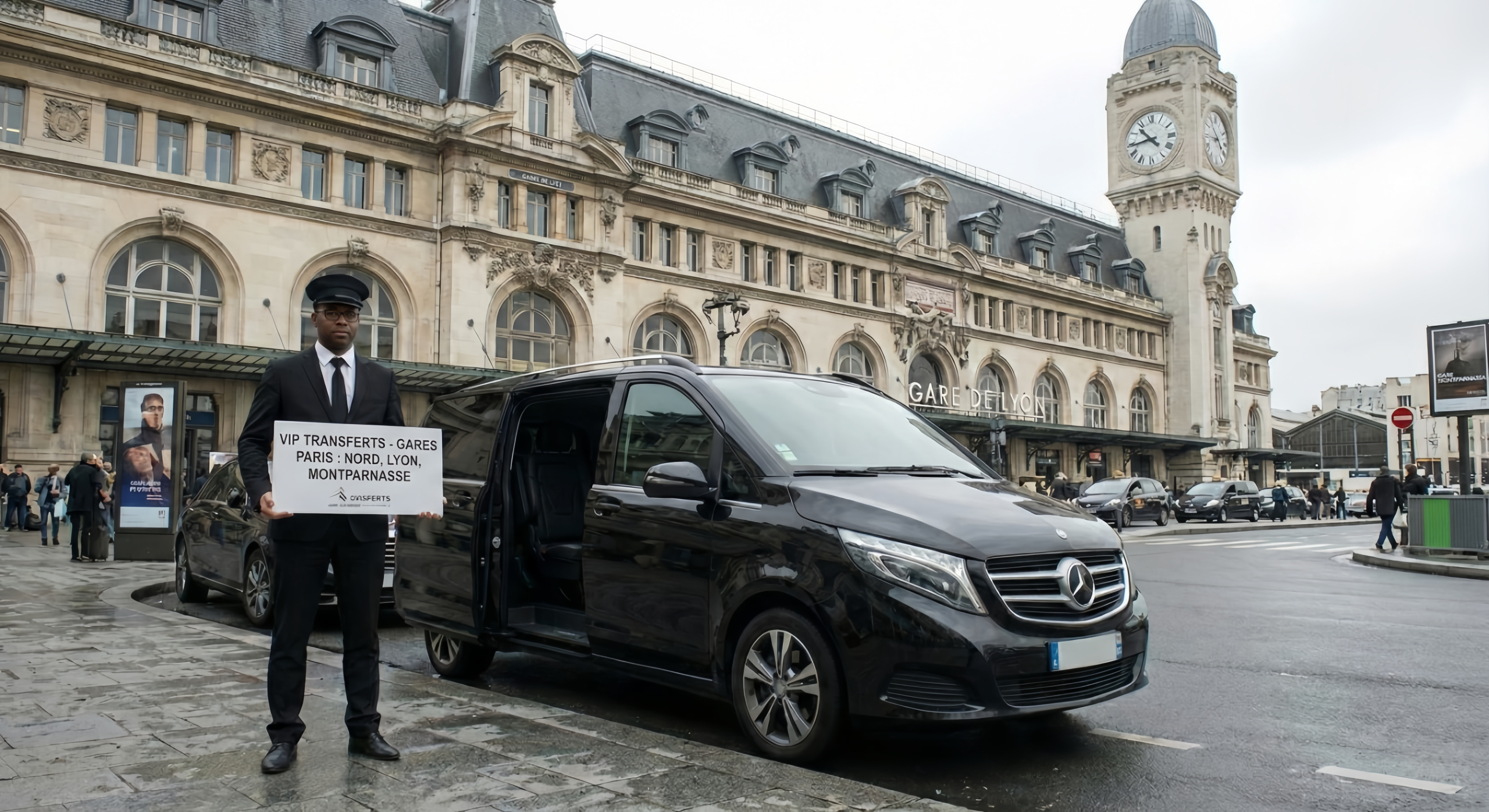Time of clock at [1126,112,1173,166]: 10:43
